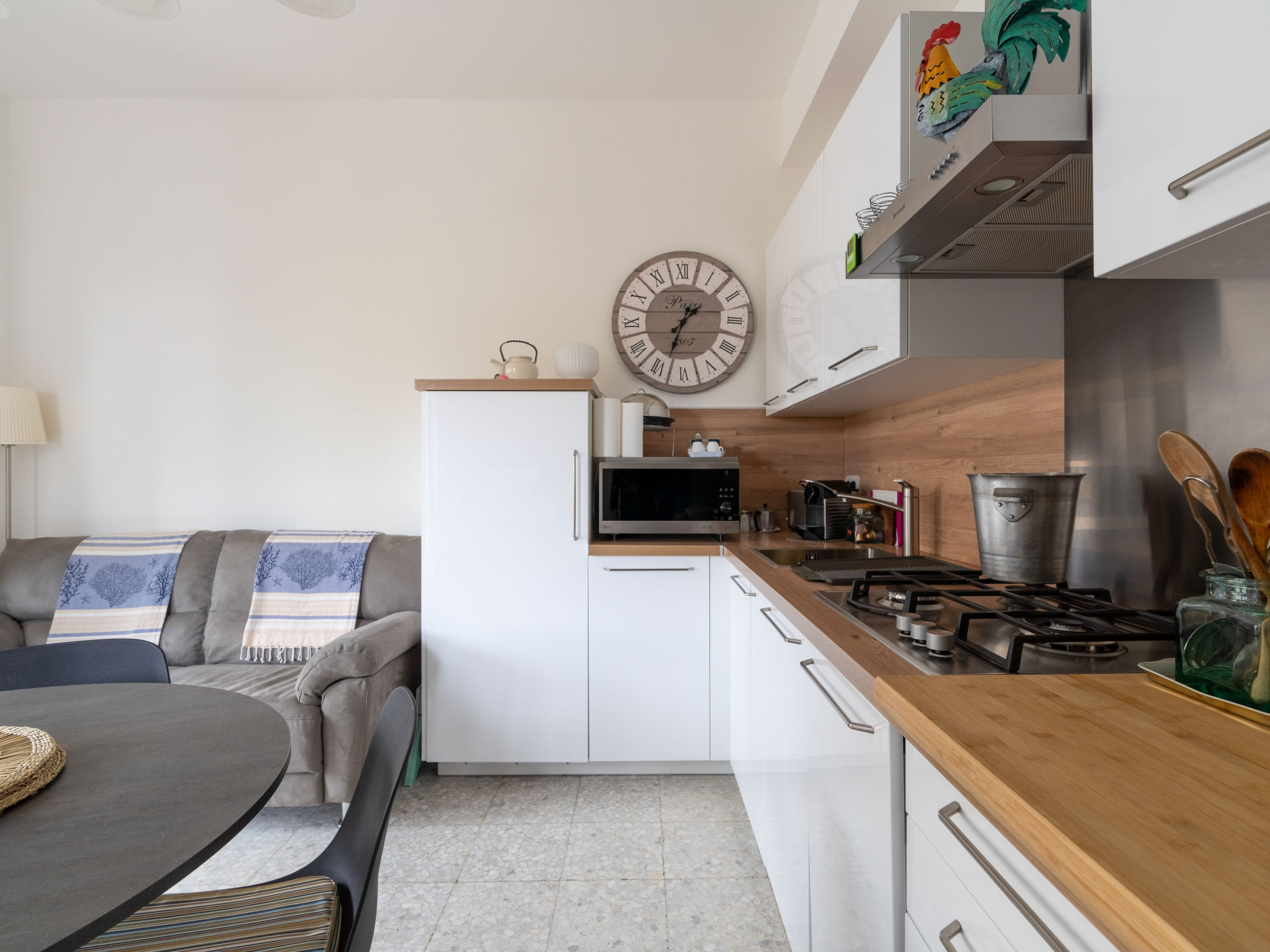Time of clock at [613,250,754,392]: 1:33
